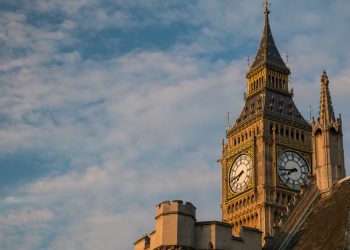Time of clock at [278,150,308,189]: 7:43
